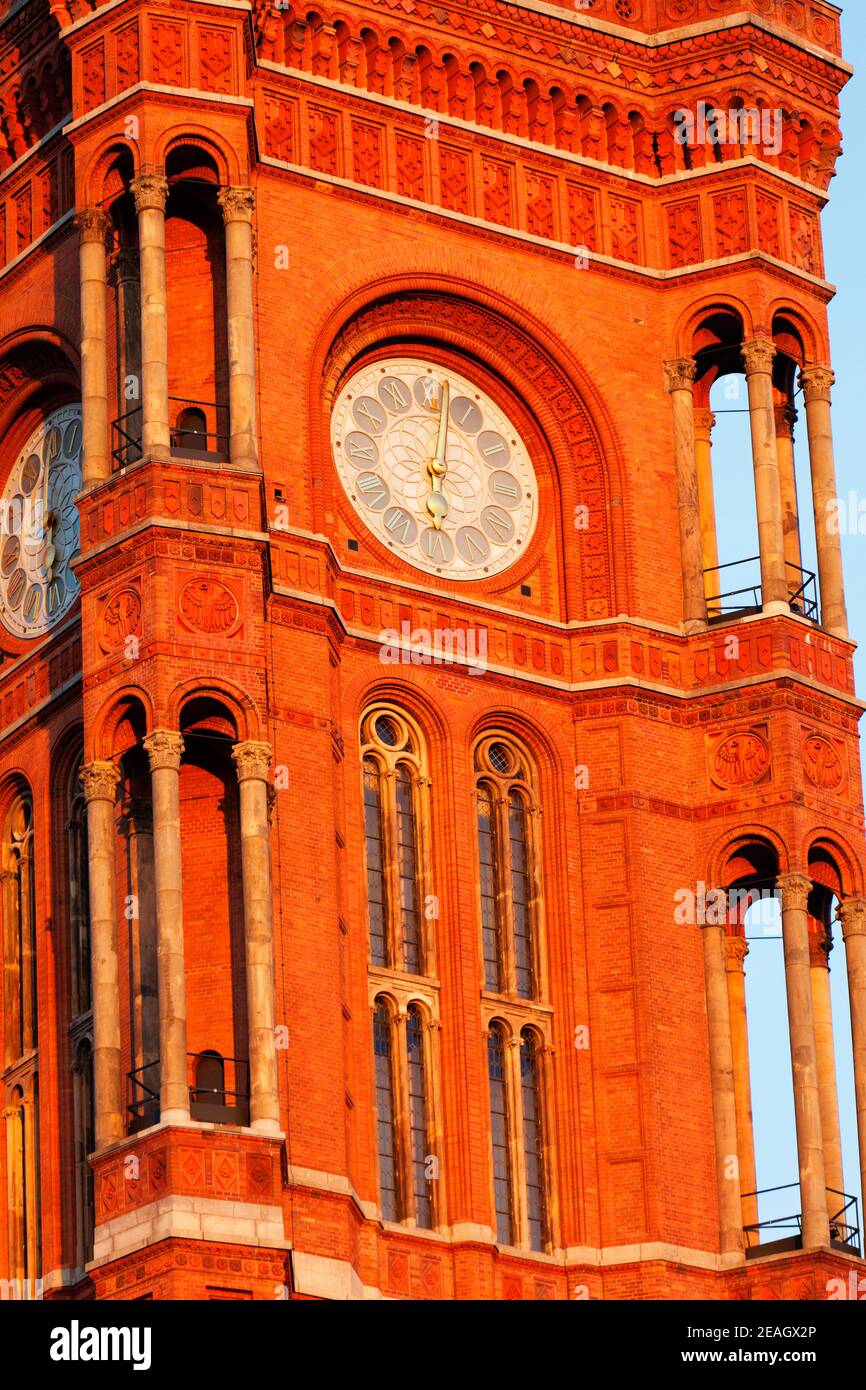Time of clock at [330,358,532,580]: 6:01
